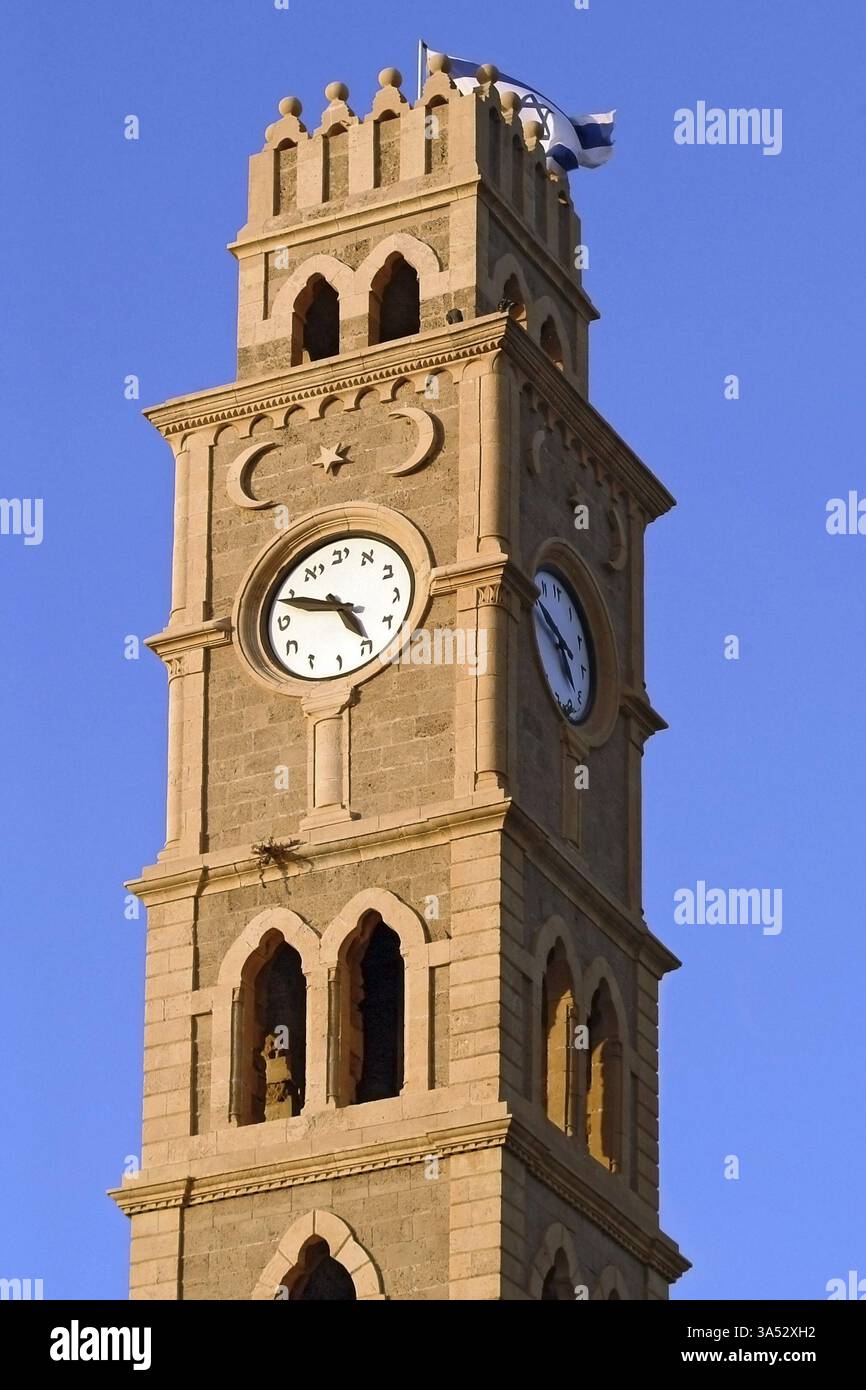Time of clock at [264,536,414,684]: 4:48
